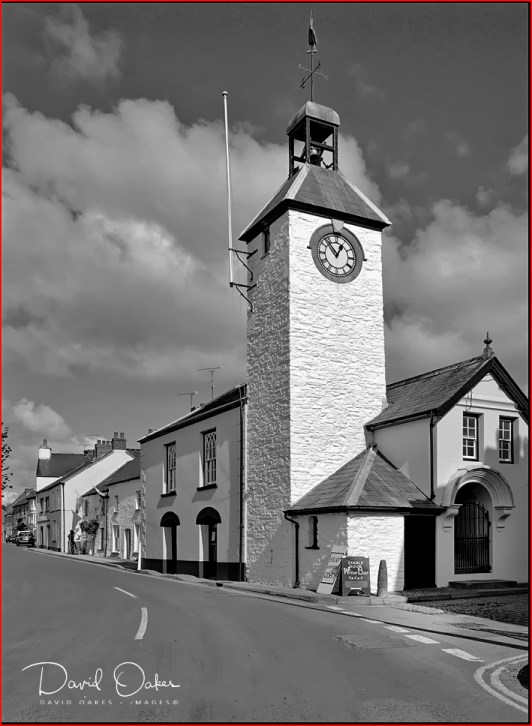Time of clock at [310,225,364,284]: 12:53
